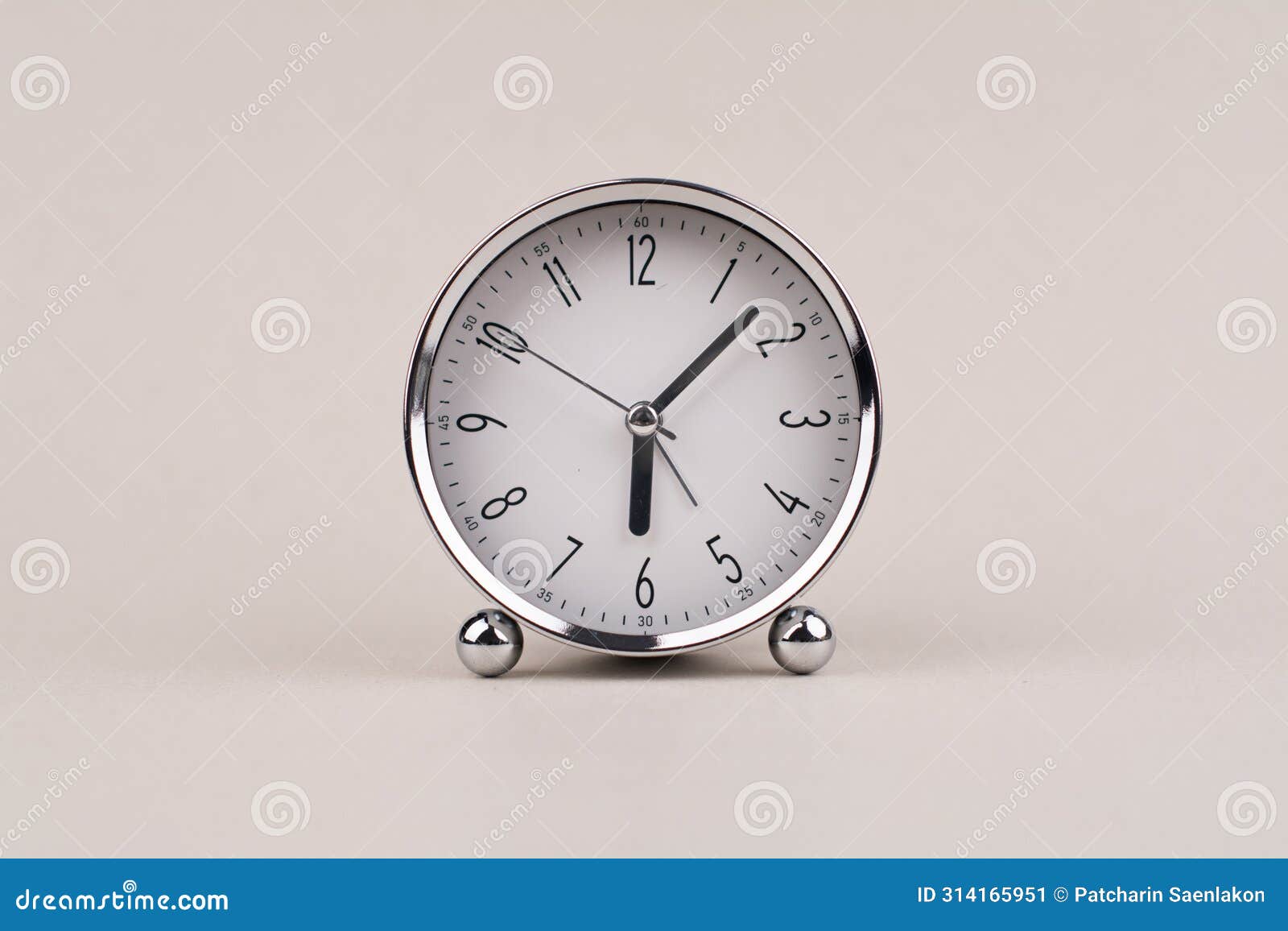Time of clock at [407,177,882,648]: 6:07
